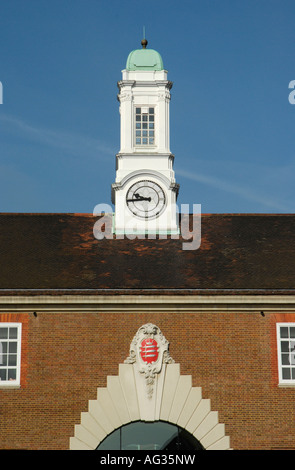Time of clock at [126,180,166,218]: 9:43
